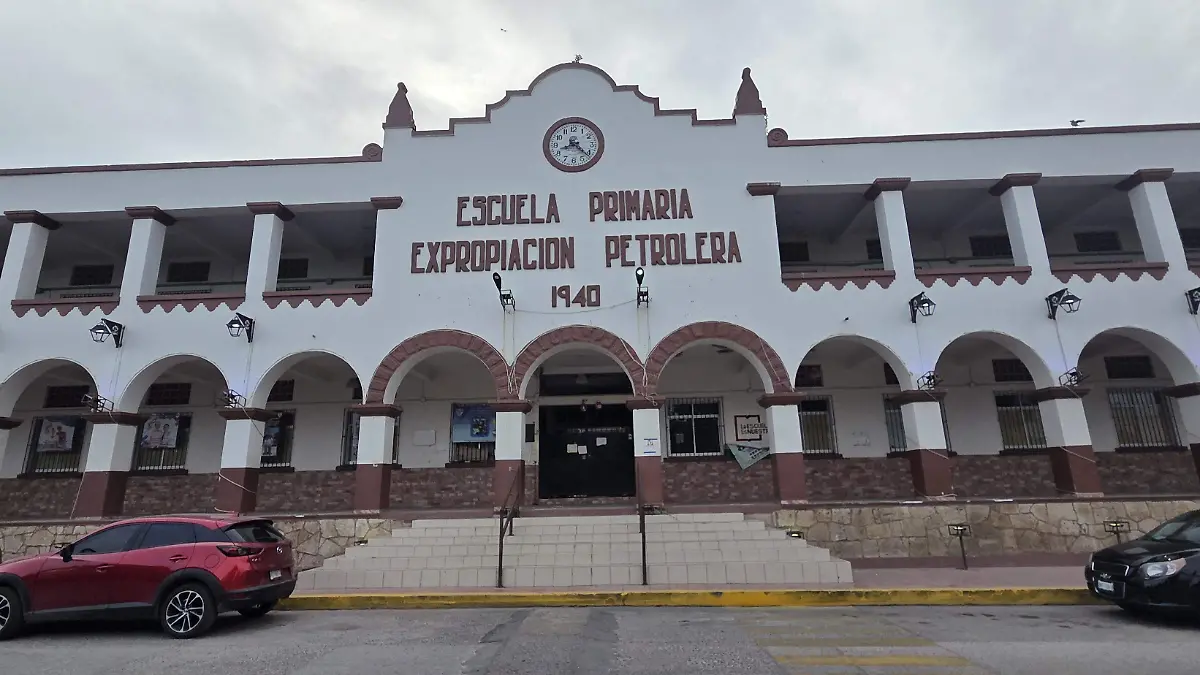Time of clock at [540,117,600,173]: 8:21
